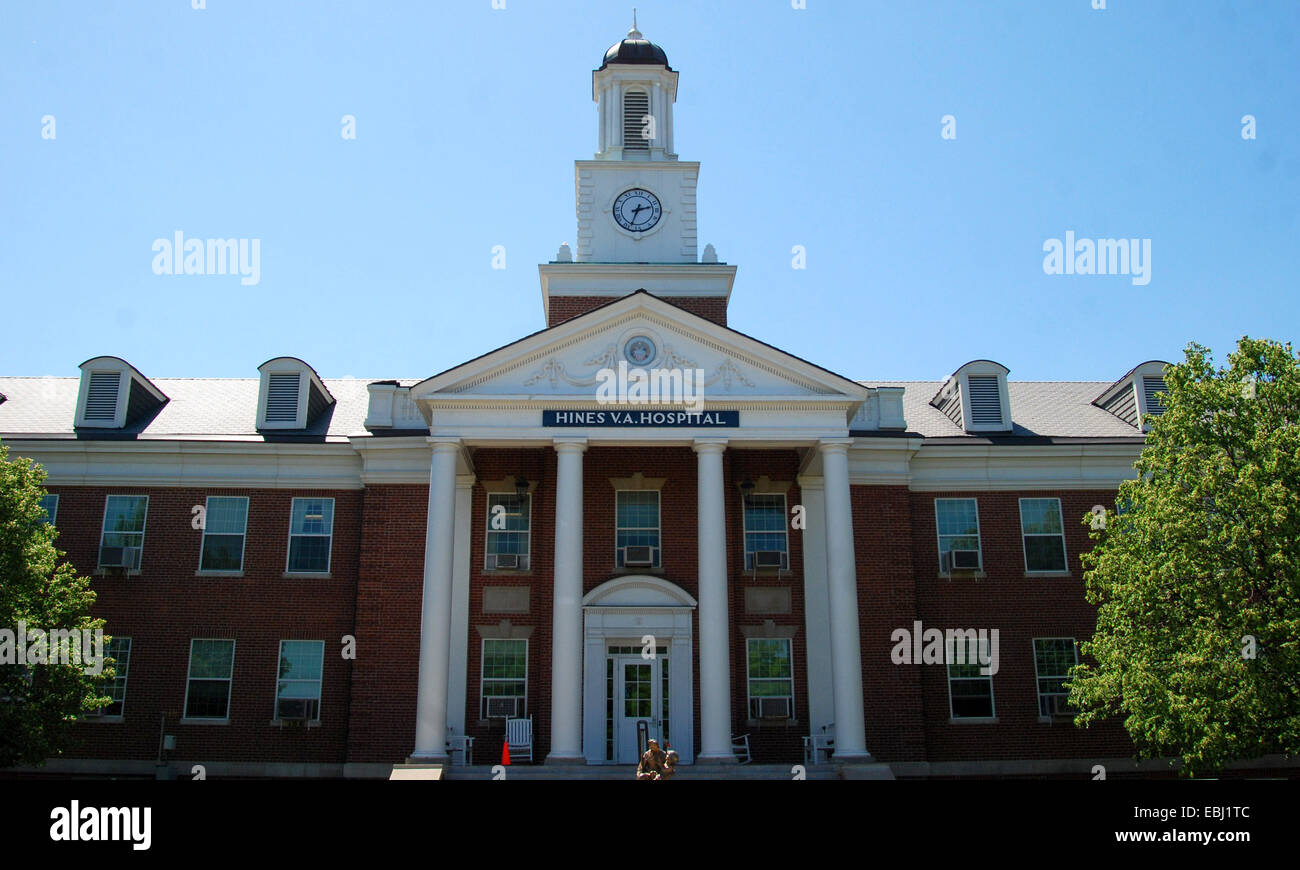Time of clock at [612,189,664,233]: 2:33
